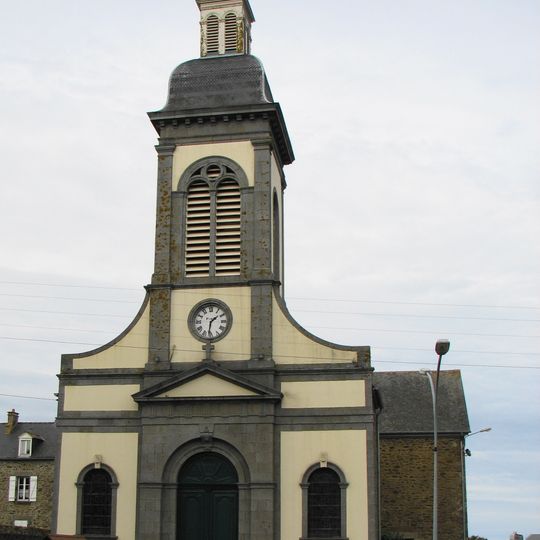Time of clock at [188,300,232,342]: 1:31
